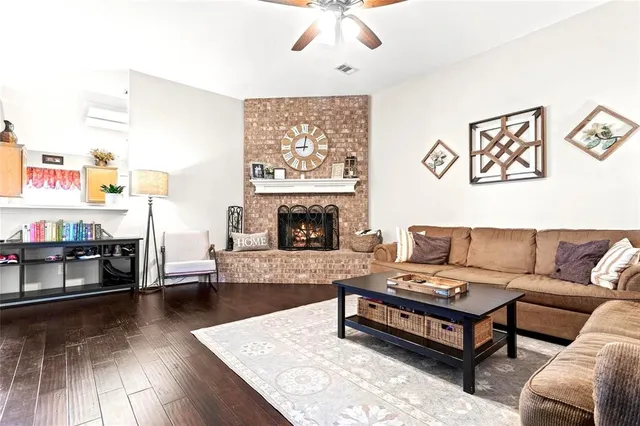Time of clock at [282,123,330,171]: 9:01
